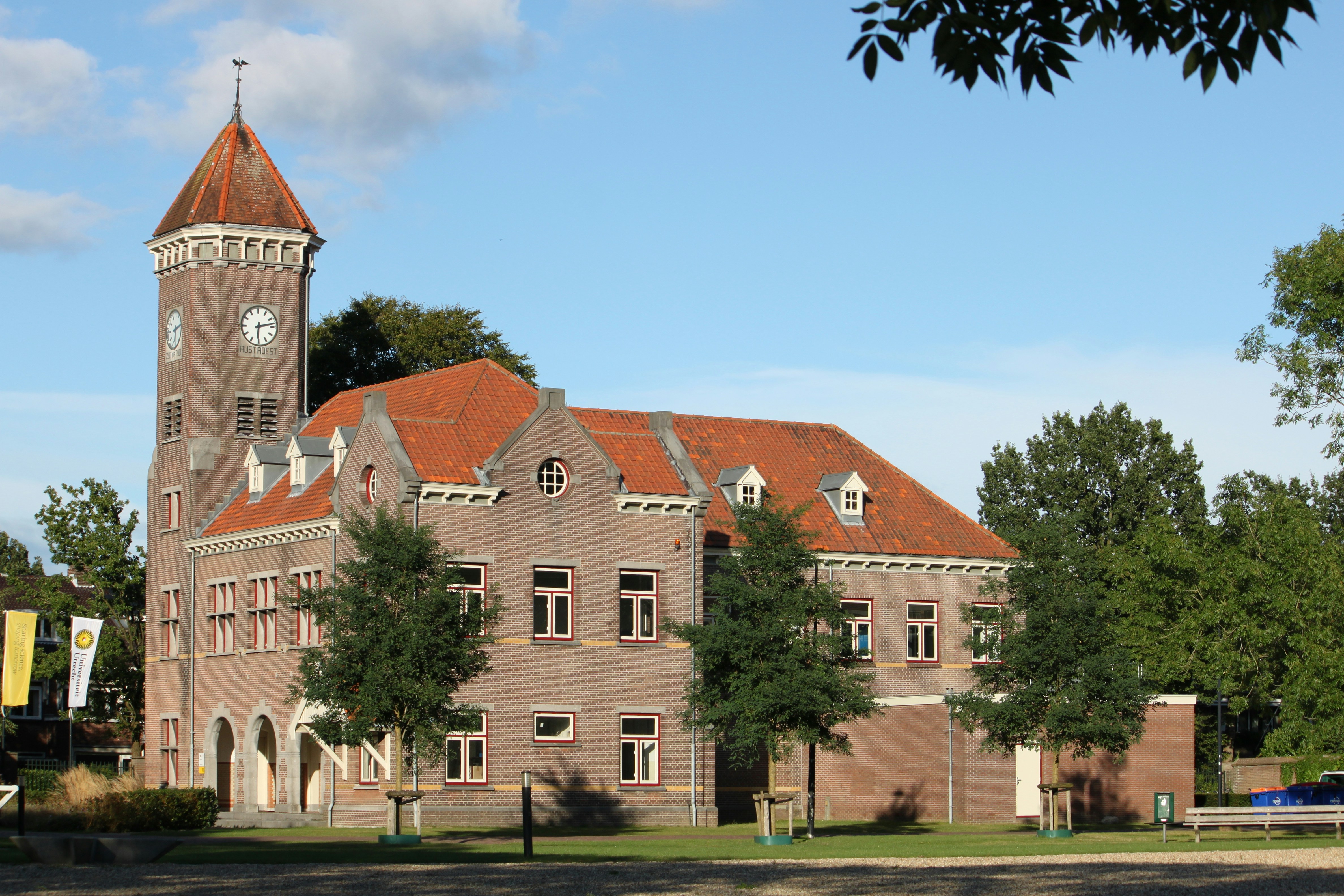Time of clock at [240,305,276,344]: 6:13
